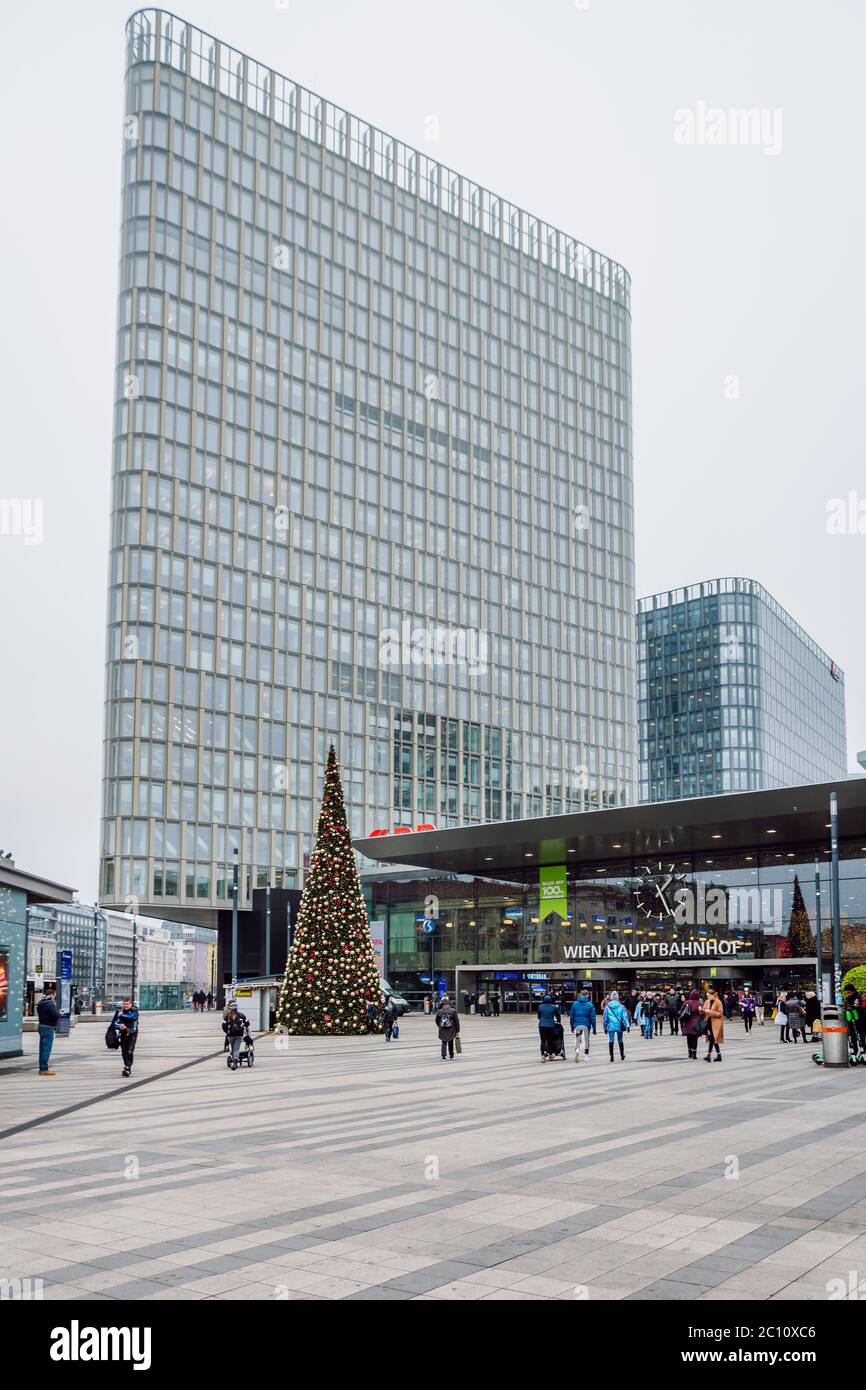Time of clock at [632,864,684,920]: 1:26
